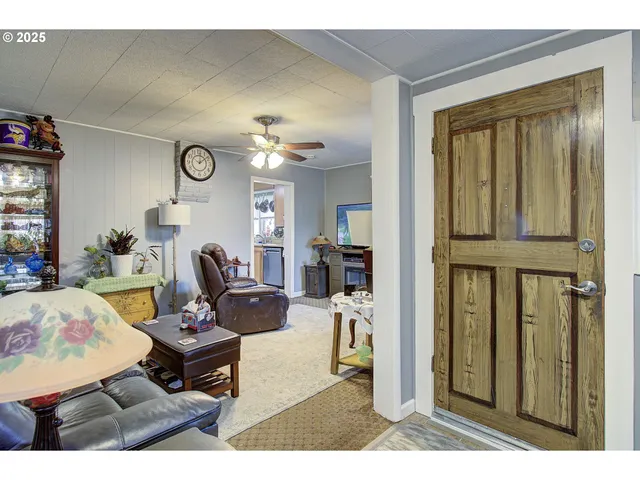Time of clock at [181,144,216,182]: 12:08
